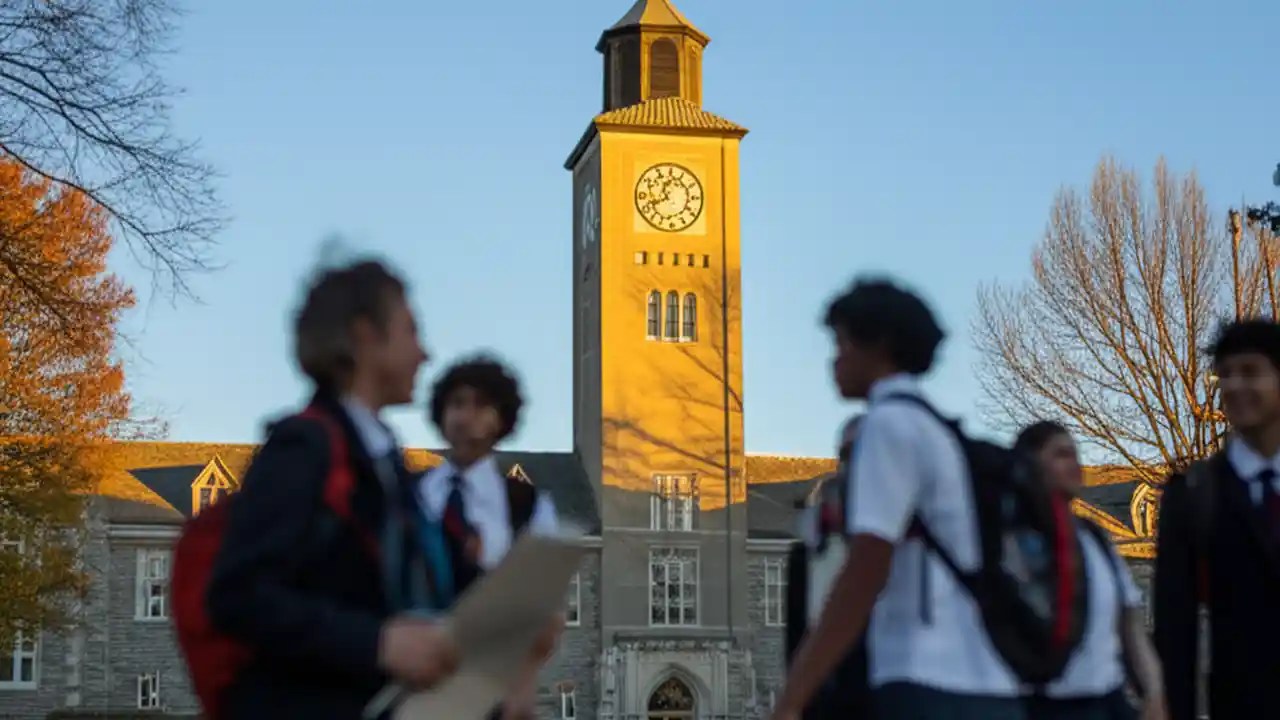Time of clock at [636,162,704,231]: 7:55
